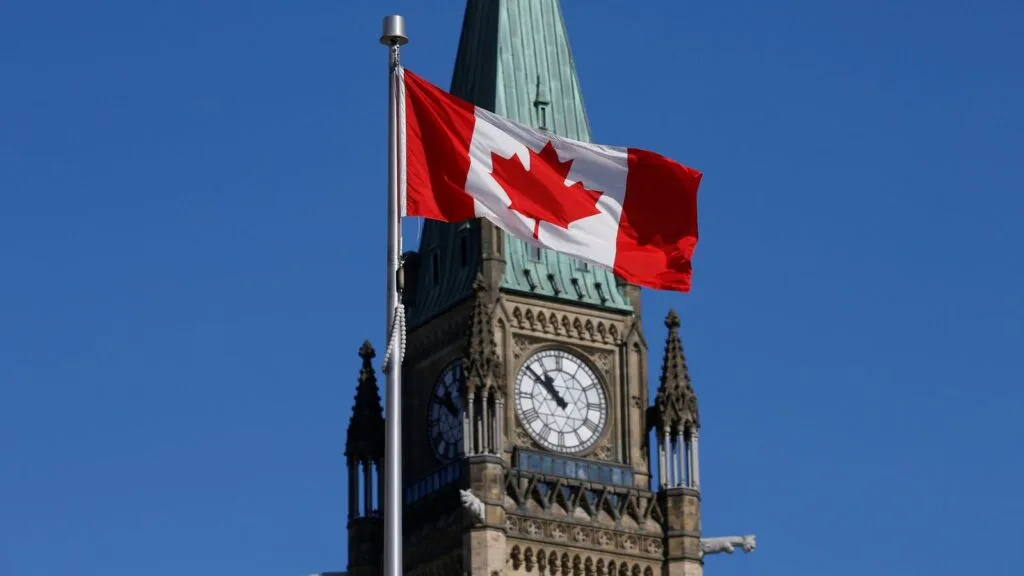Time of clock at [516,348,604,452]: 10:51
